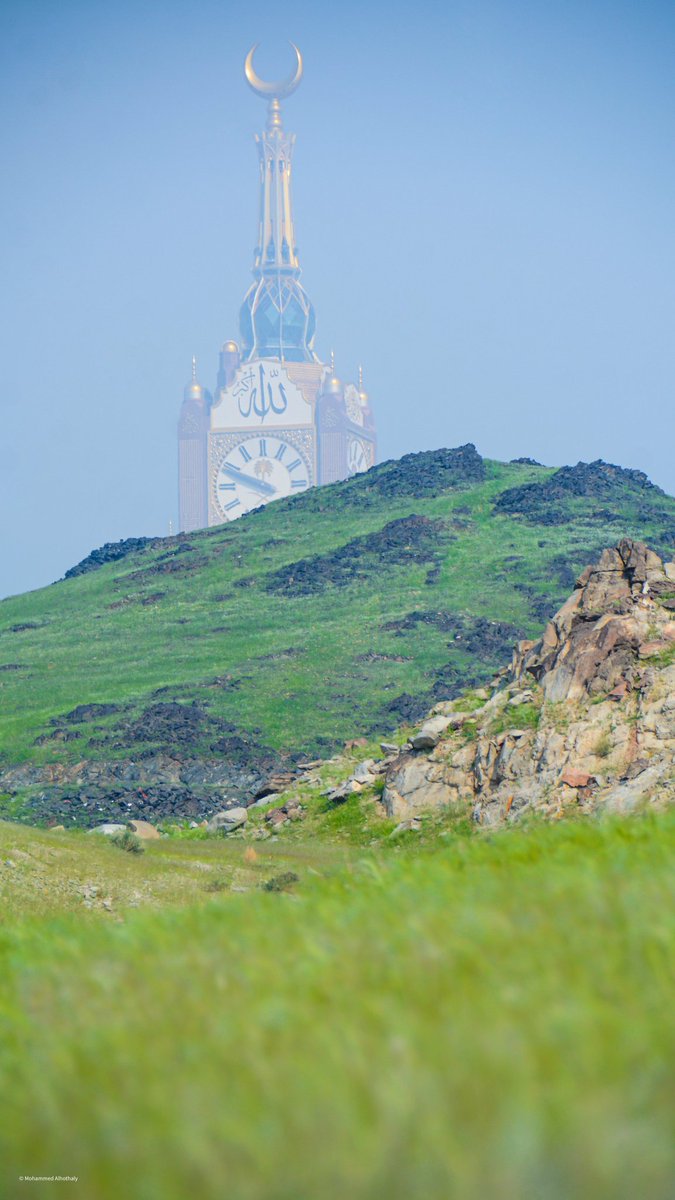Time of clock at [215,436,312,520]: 9:48
